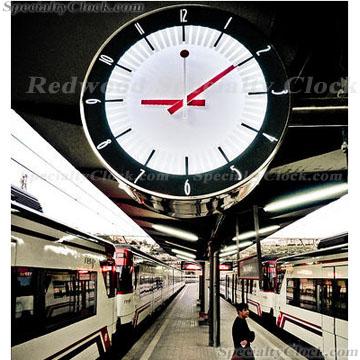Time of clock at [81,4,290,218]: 9:09
